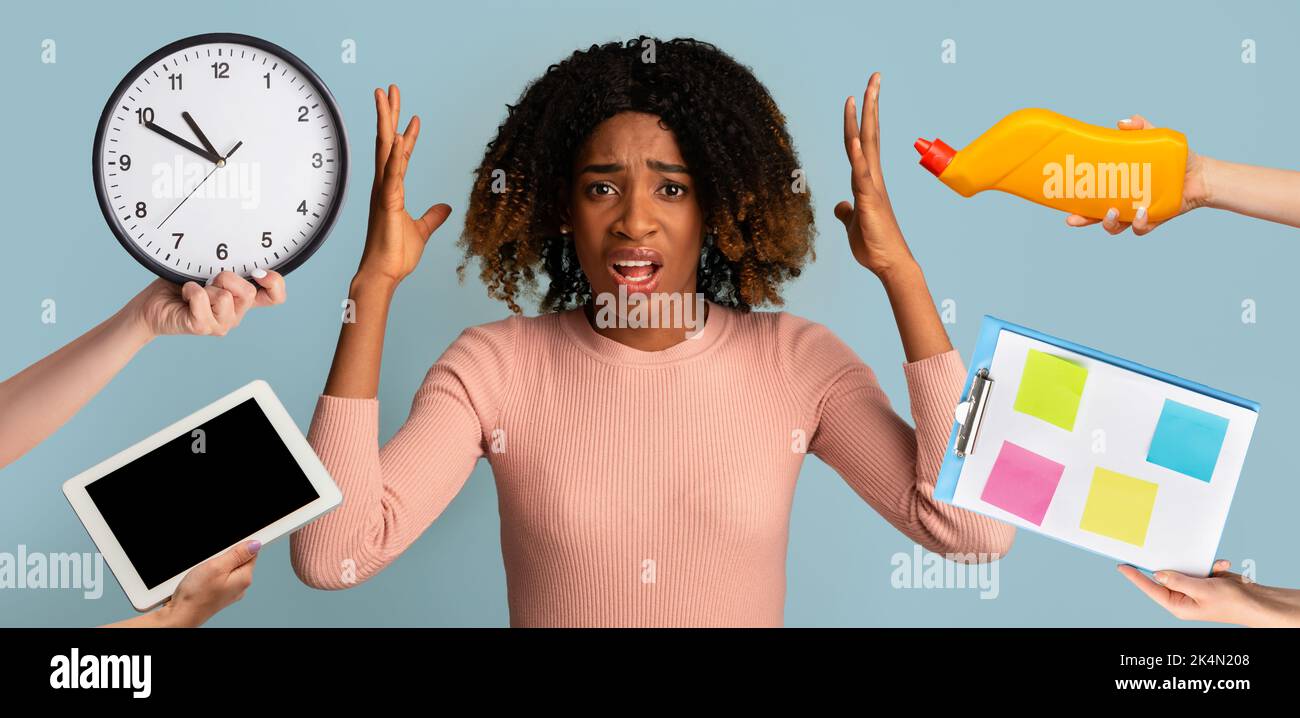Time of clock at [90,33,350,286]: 10:49
